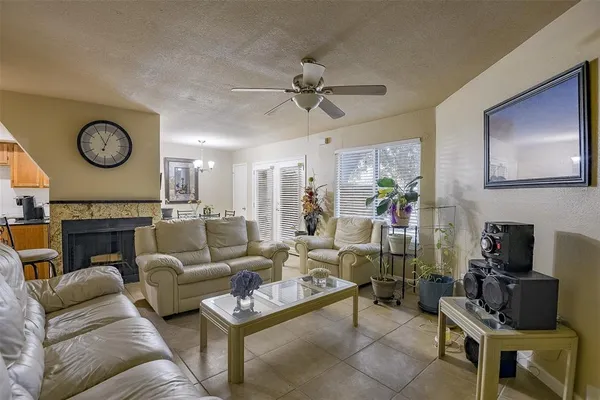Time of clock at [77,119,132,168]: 11:03
